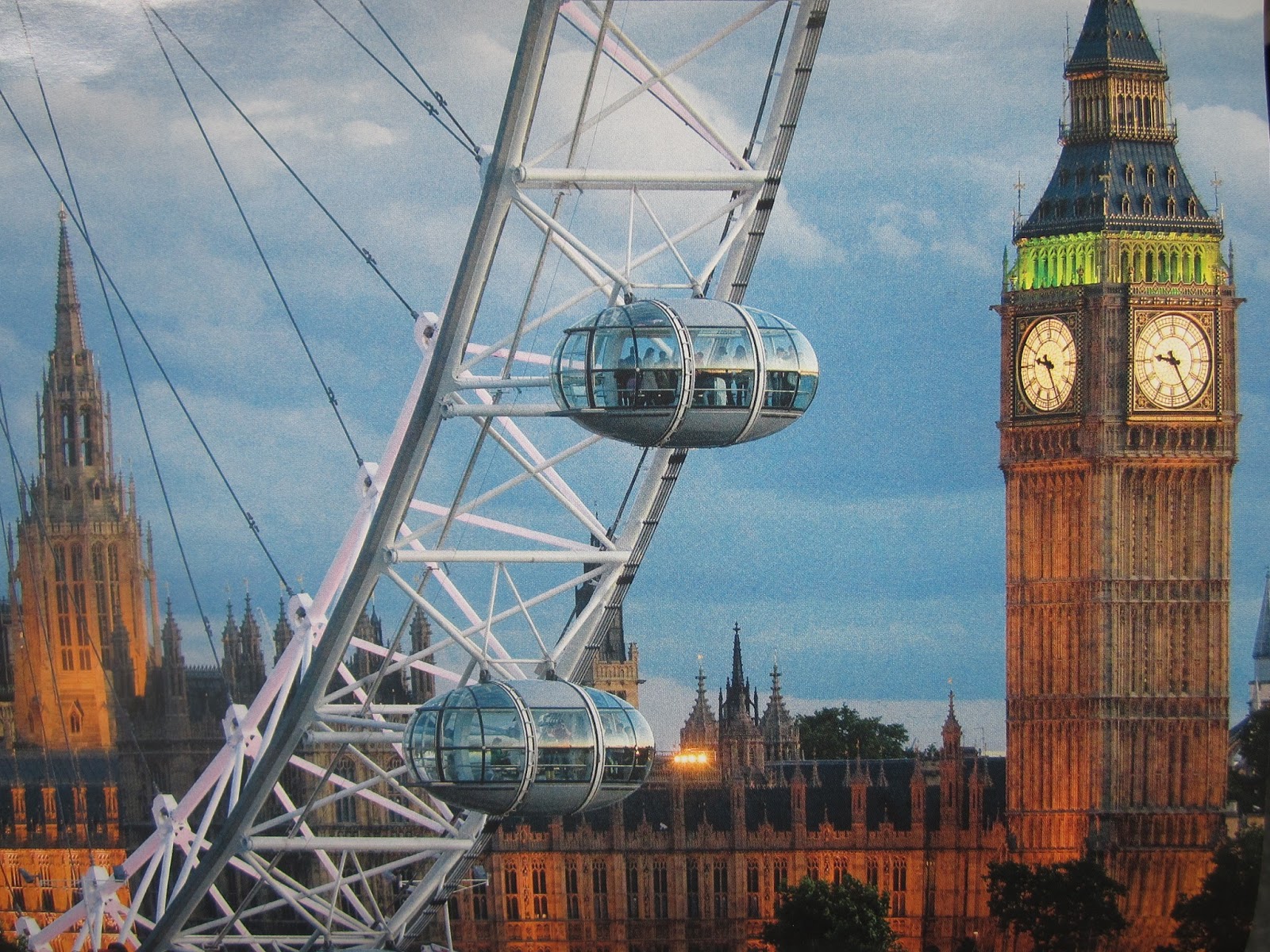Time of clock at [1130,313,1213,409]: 9:25
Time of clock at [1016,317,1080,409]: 9:25
